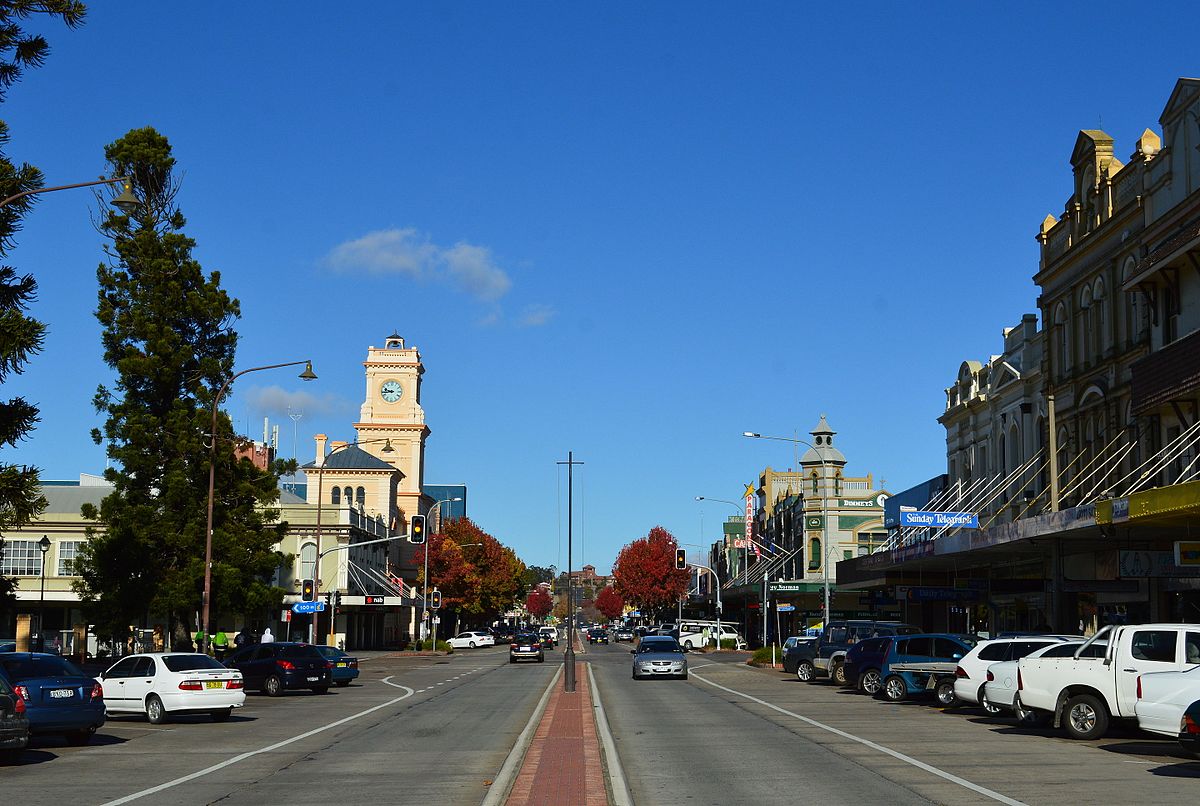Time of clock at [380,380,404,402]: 9:43
